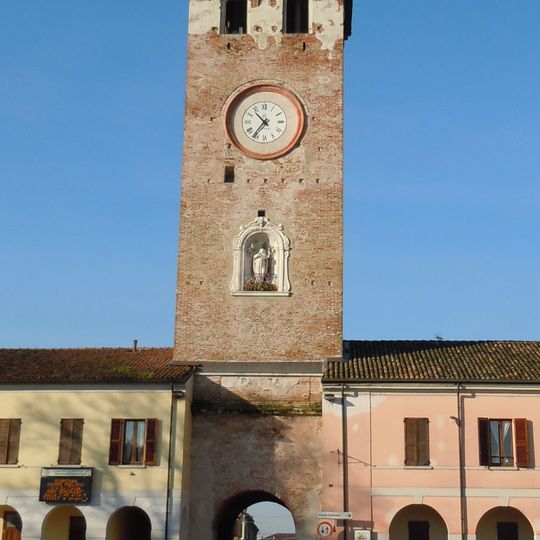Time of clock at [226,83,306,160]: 10:36
